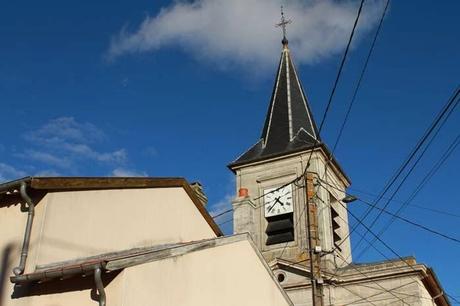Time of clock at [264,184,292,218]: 4:37
